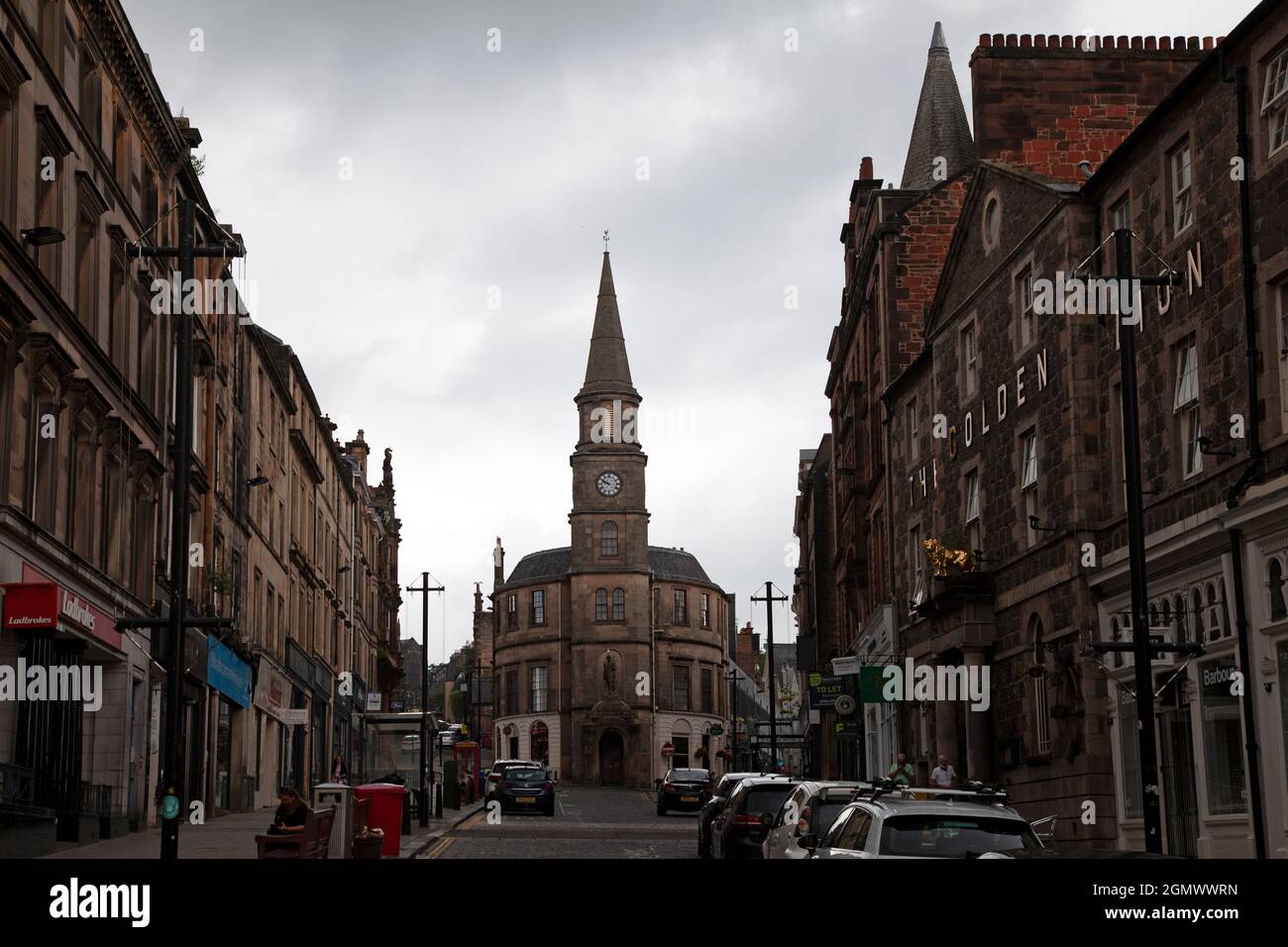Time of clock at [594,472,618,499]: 9:50
